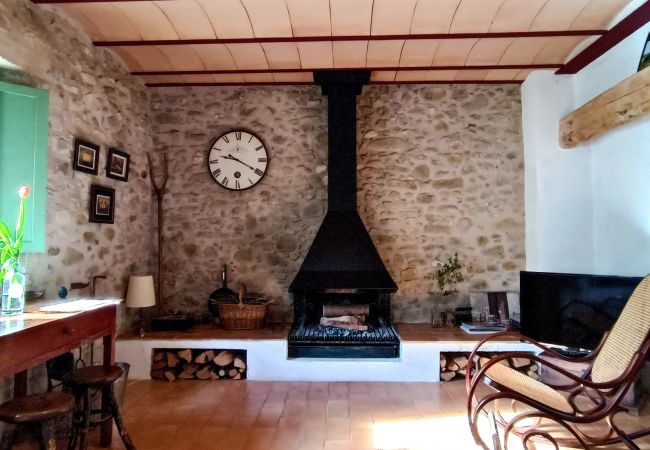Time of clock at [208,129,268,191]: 9:20
